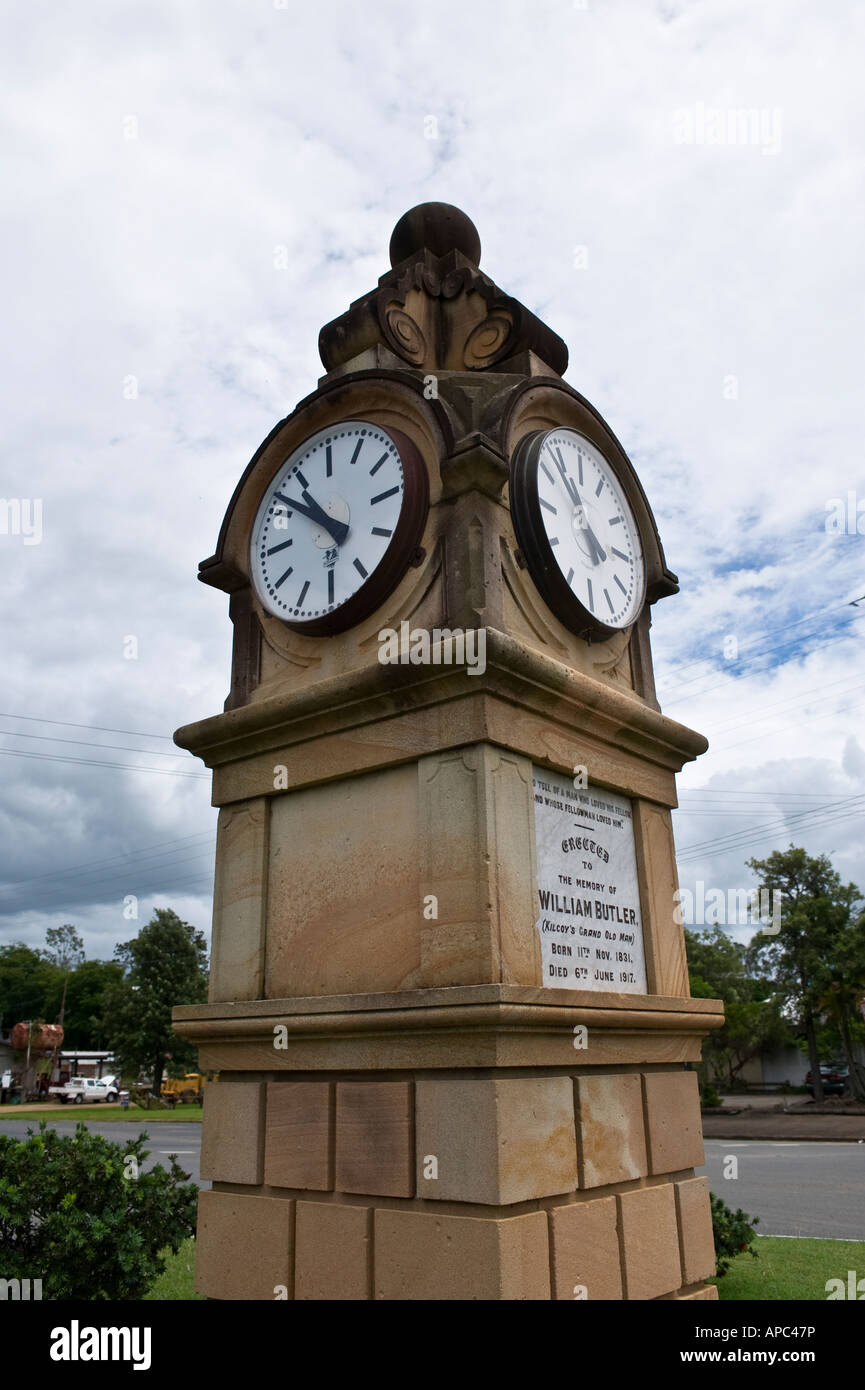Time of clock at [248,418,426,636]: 10:51
